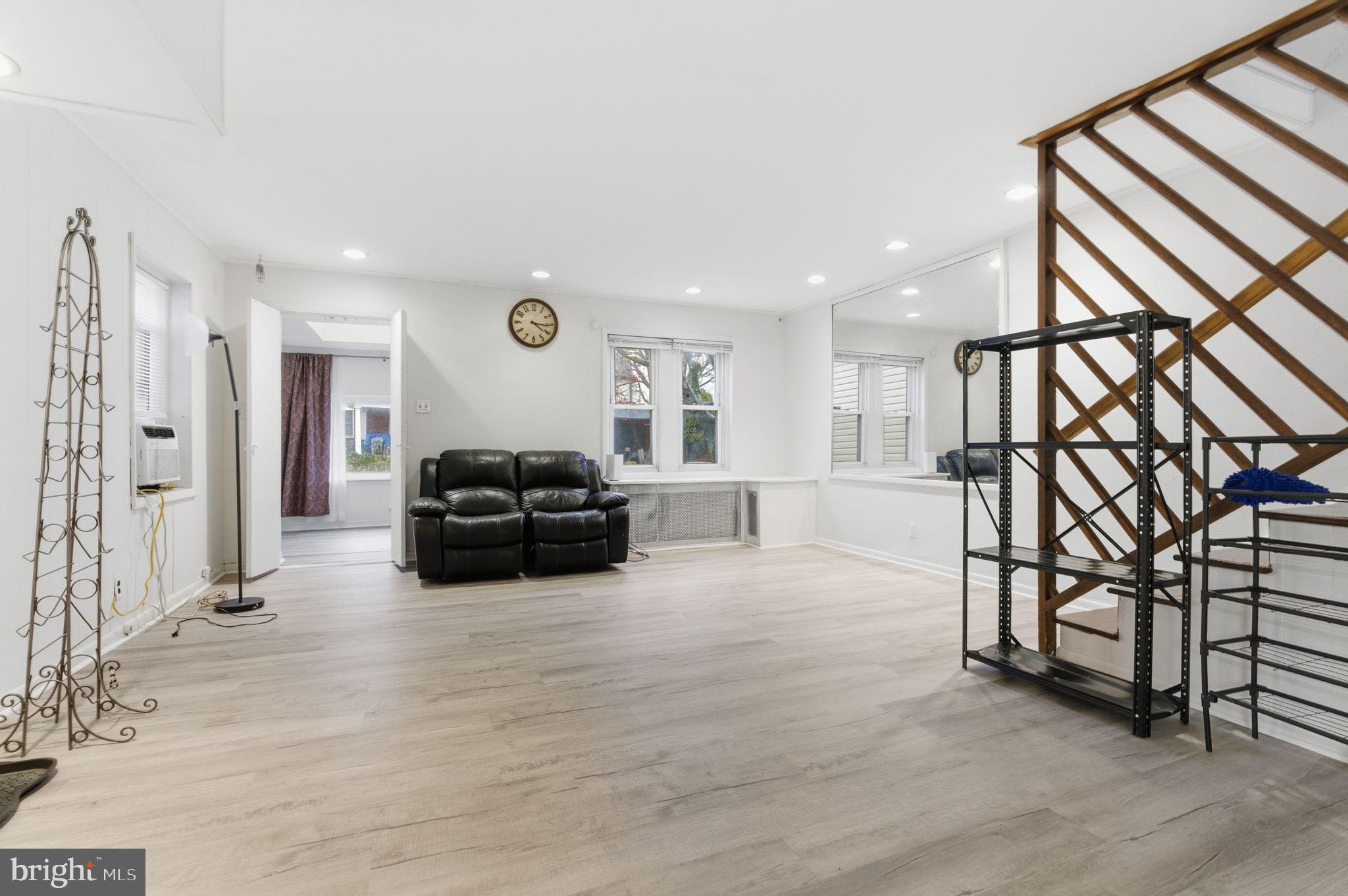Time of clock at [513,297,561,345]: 4:15
